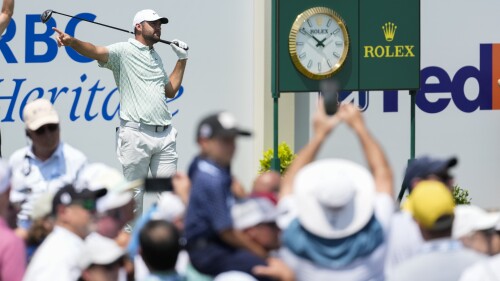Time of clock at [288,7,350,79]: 1:51
